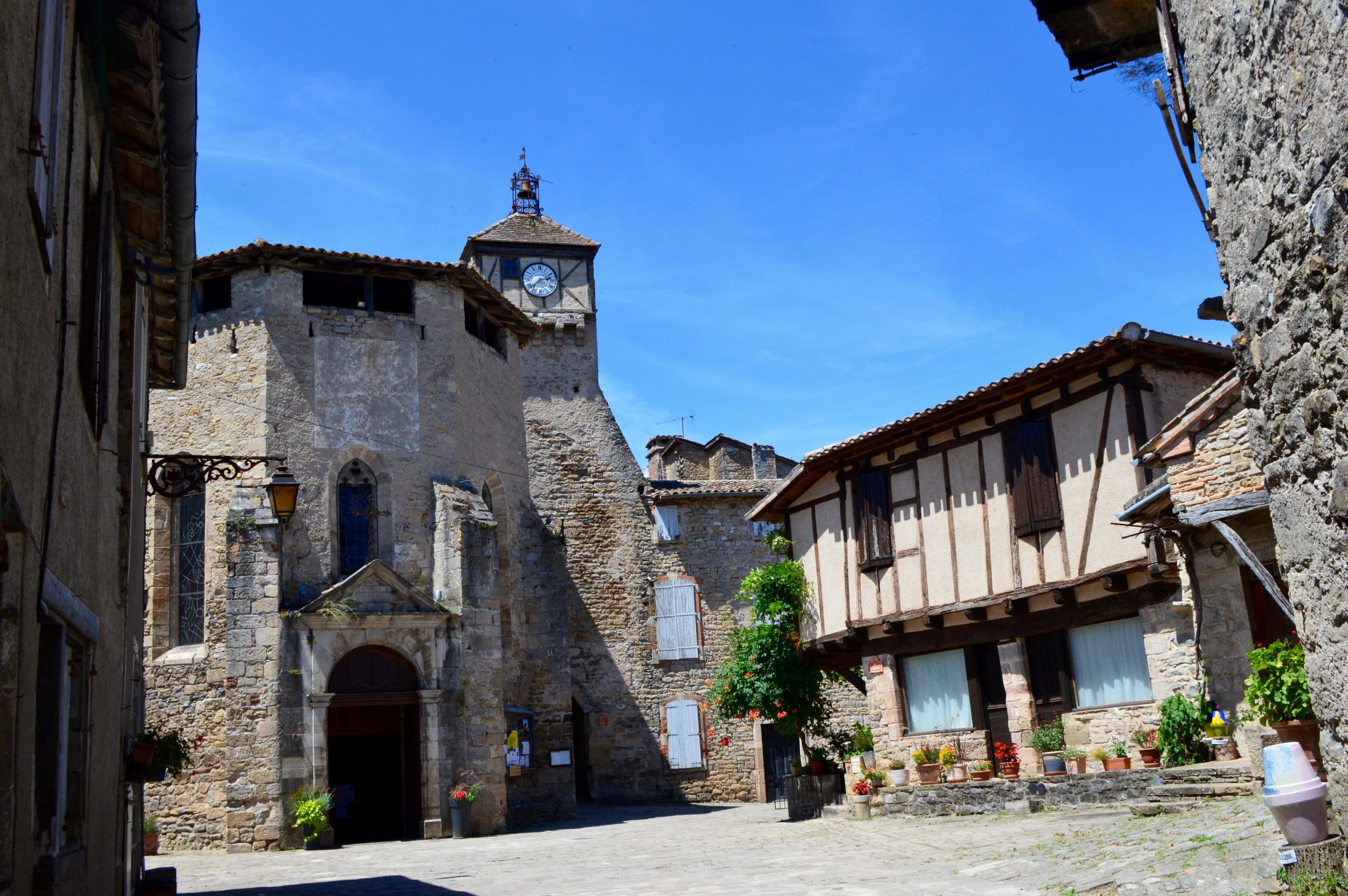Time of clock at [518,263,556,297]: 2:37
